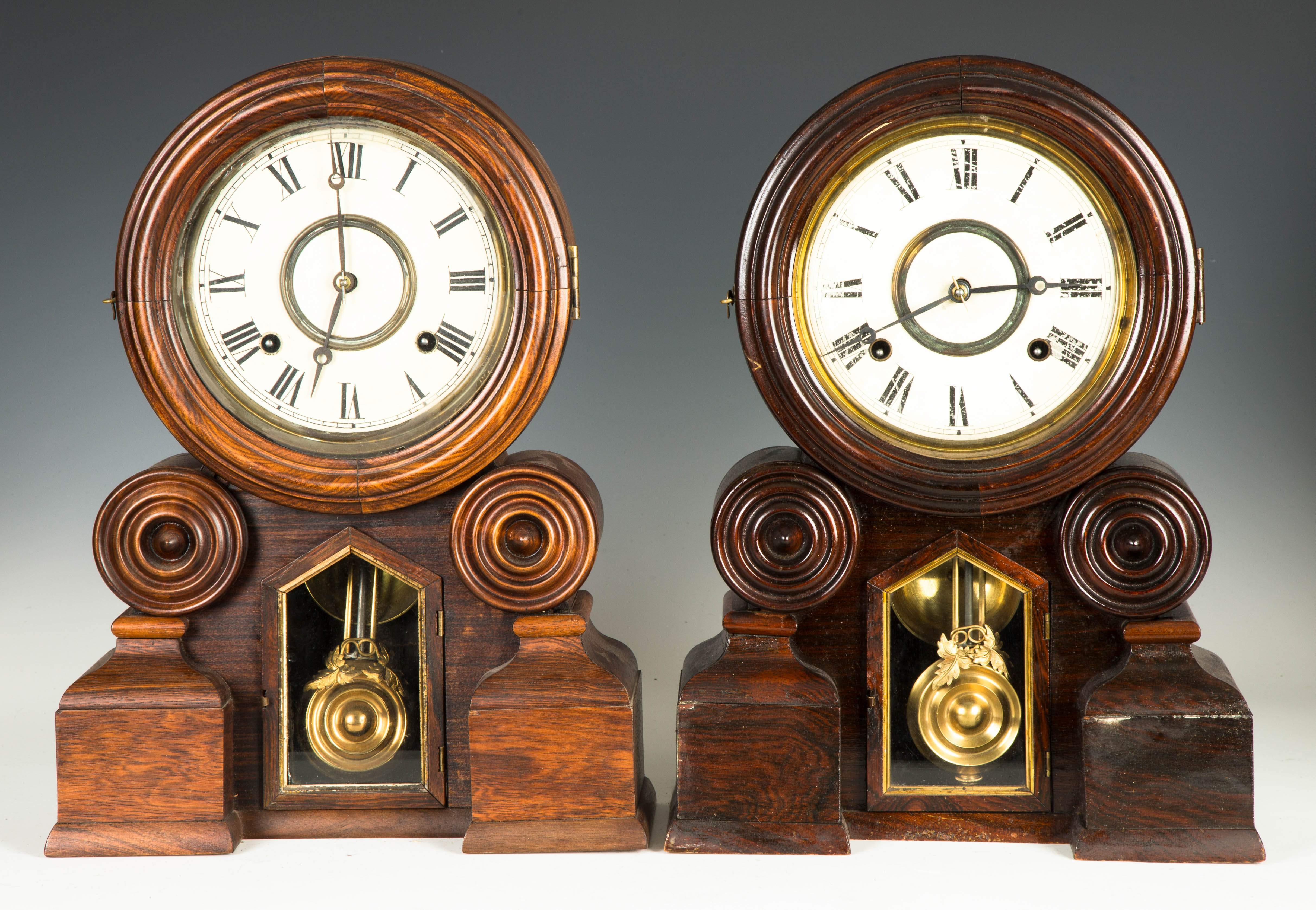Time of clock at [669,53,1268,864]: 8:14
